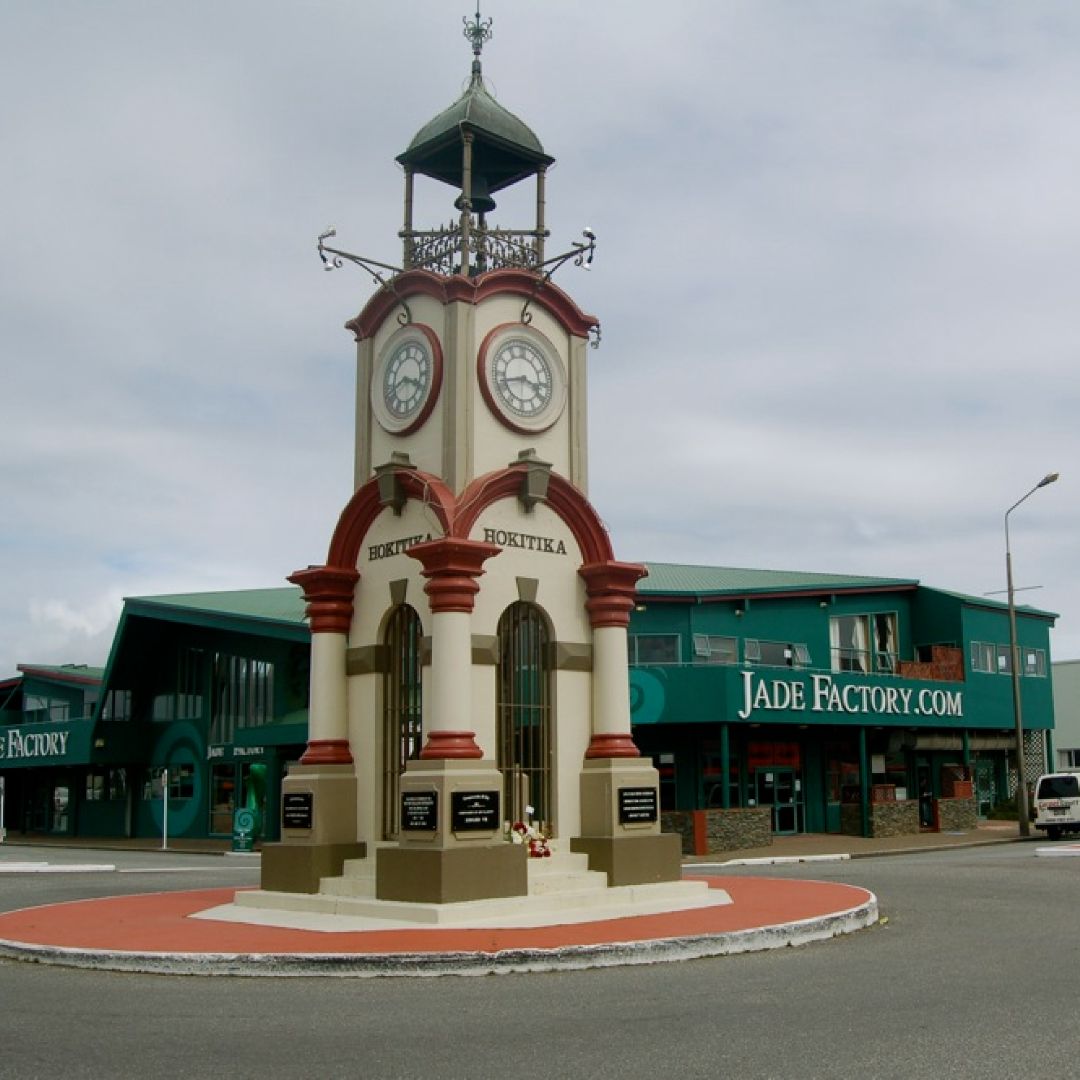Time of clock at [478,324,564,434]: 3:42
